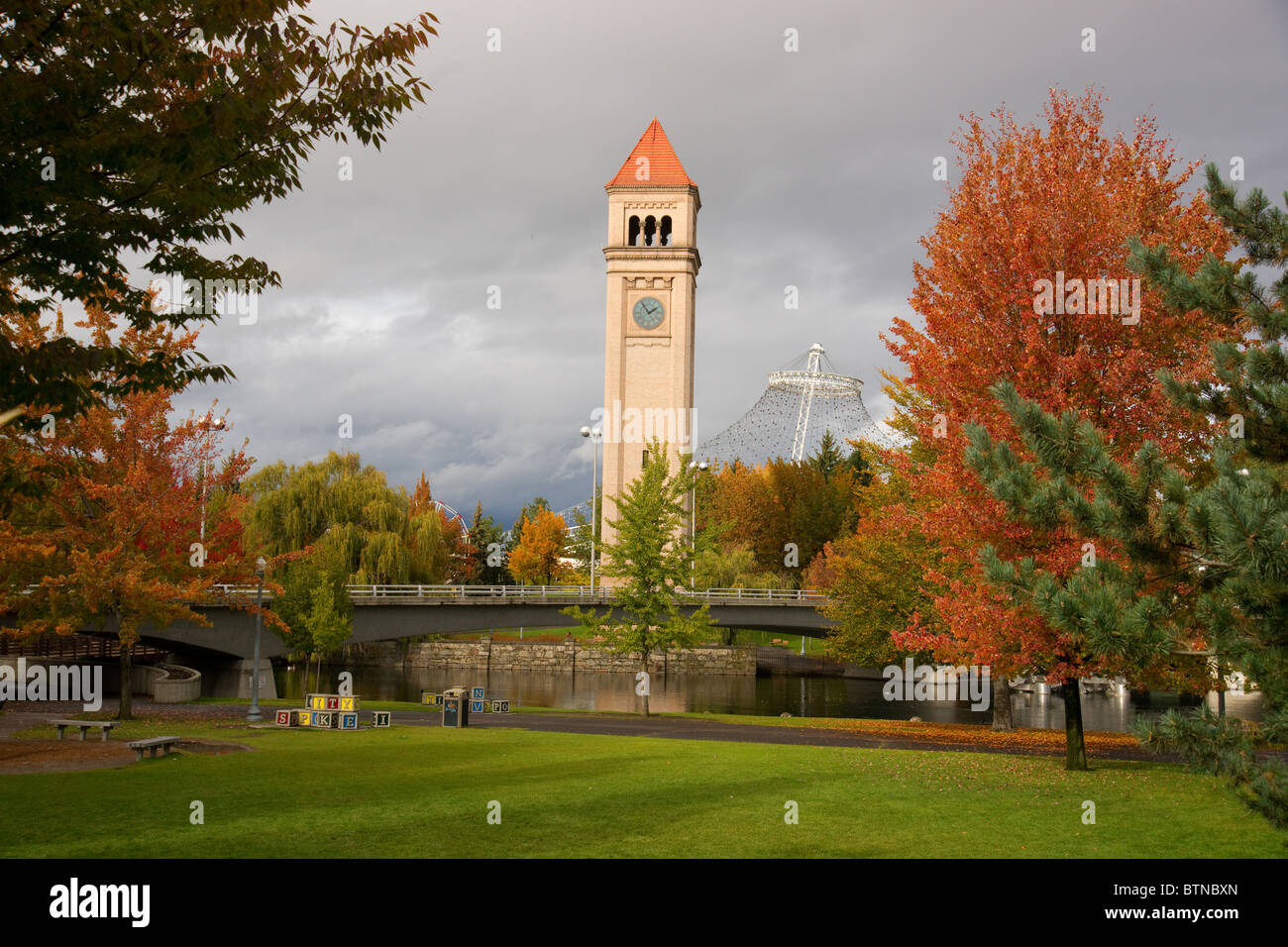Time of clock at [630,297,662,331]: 1:54
